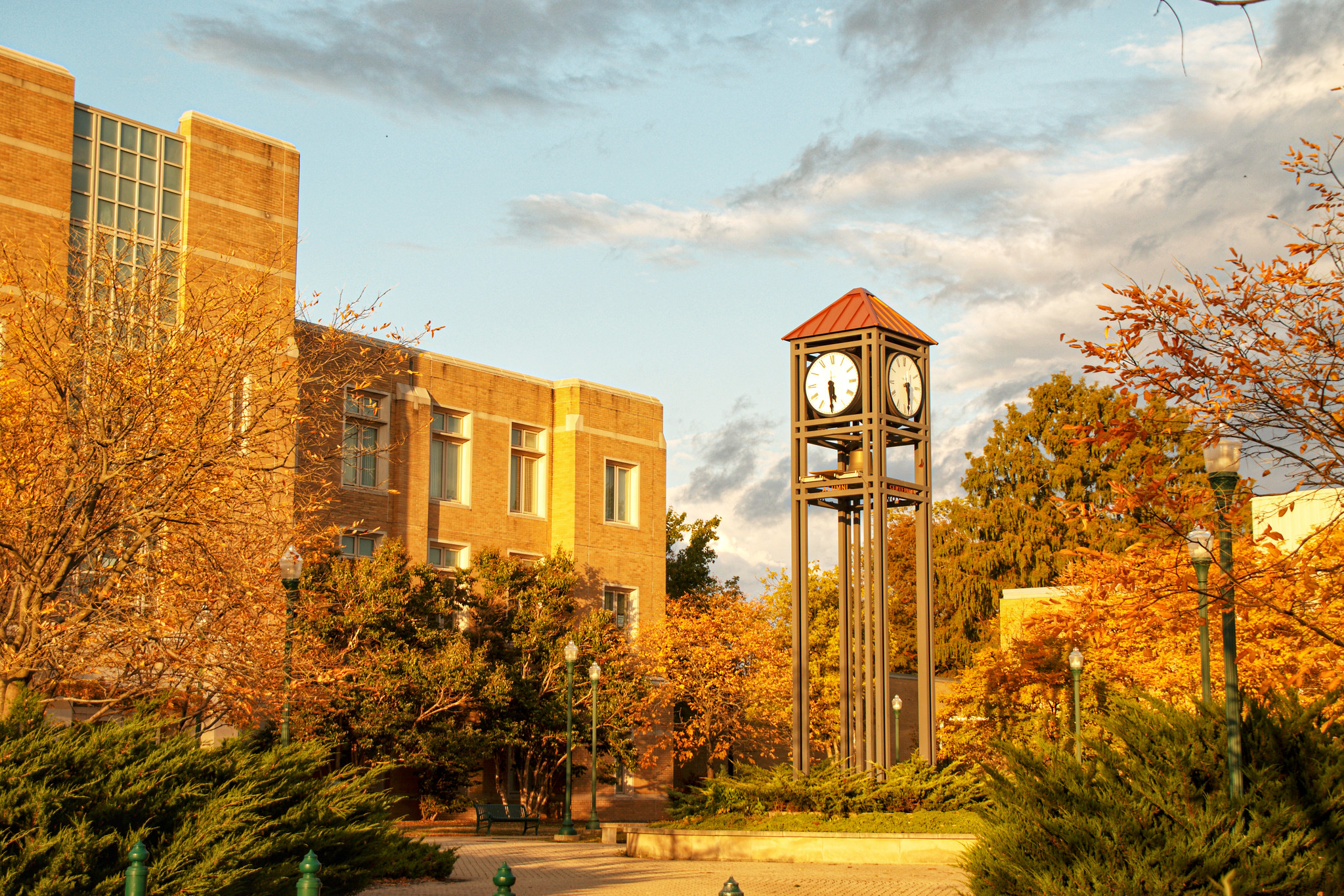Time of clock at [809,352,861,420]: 5:29
